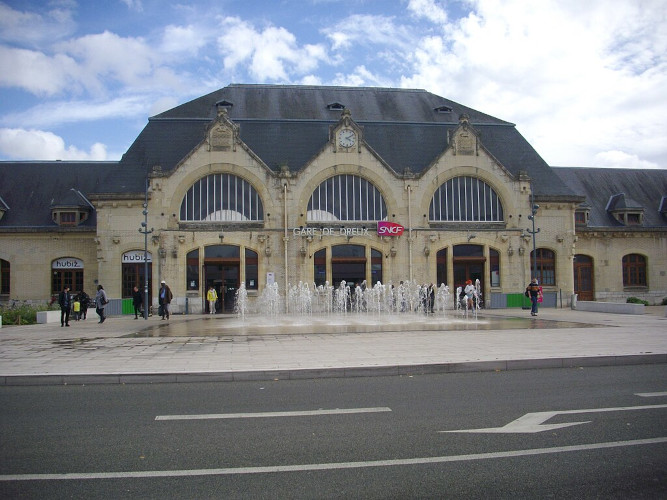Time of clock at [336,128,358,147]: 4:09
